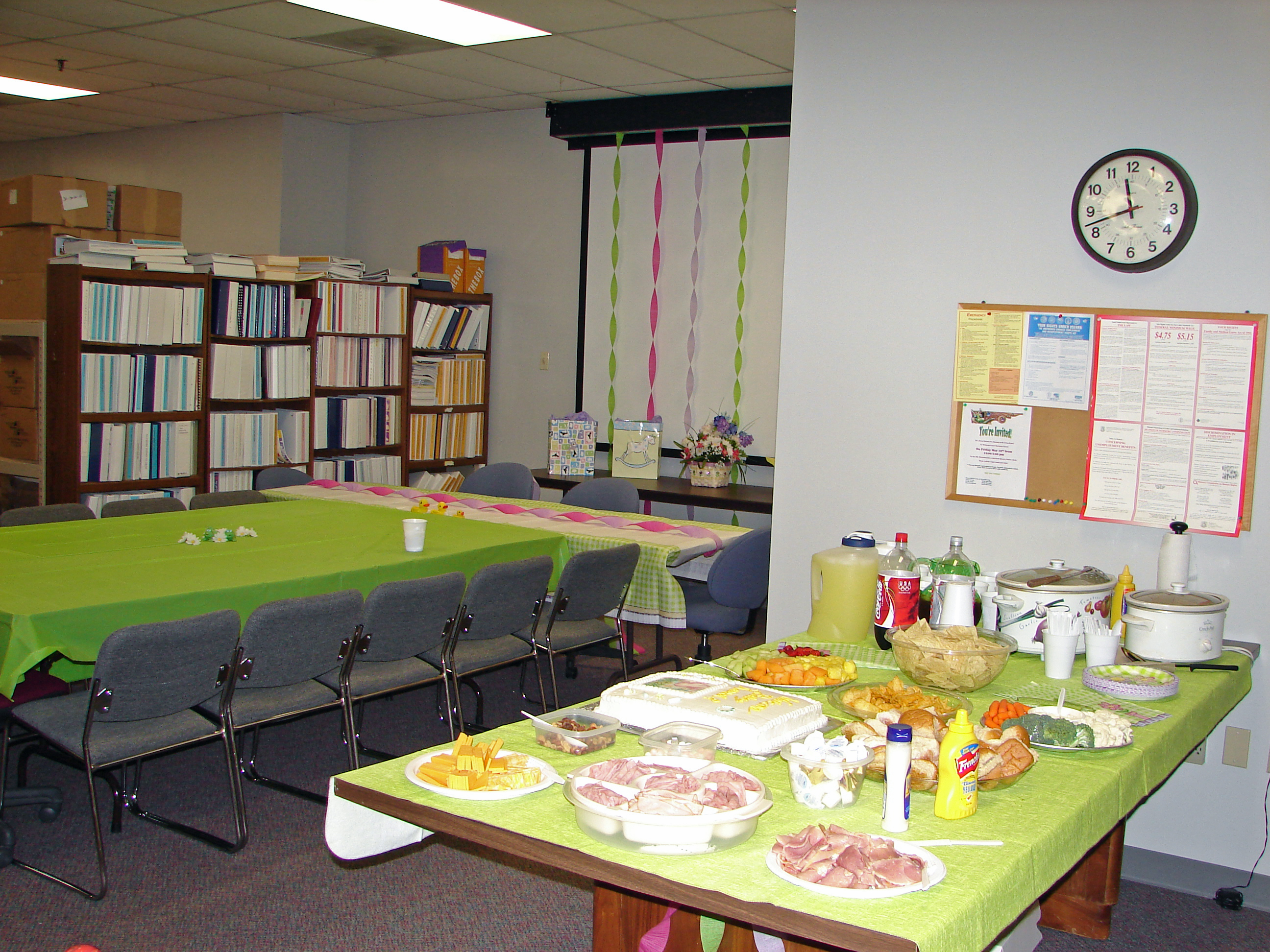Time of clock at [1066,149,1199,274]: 11:42
